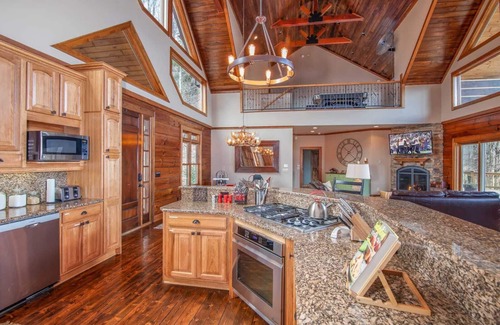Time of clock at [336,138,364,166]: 7:07
